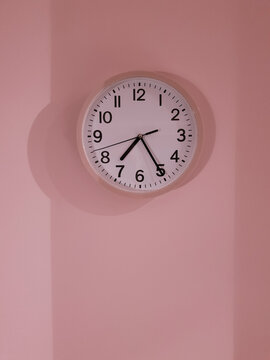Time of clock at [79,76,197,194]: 7:24
